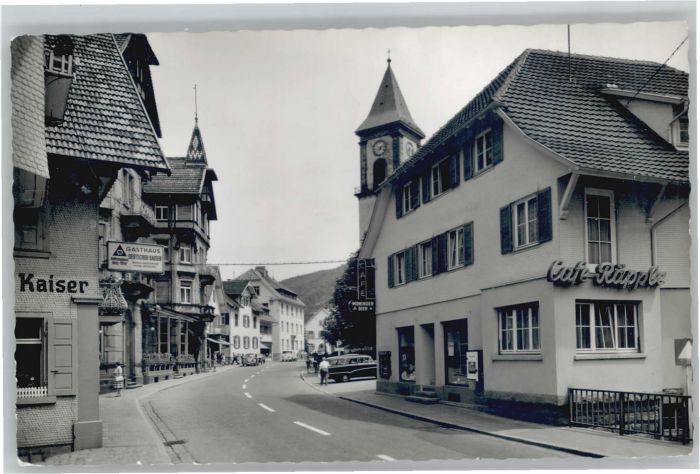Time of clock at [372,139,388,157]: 7:12
